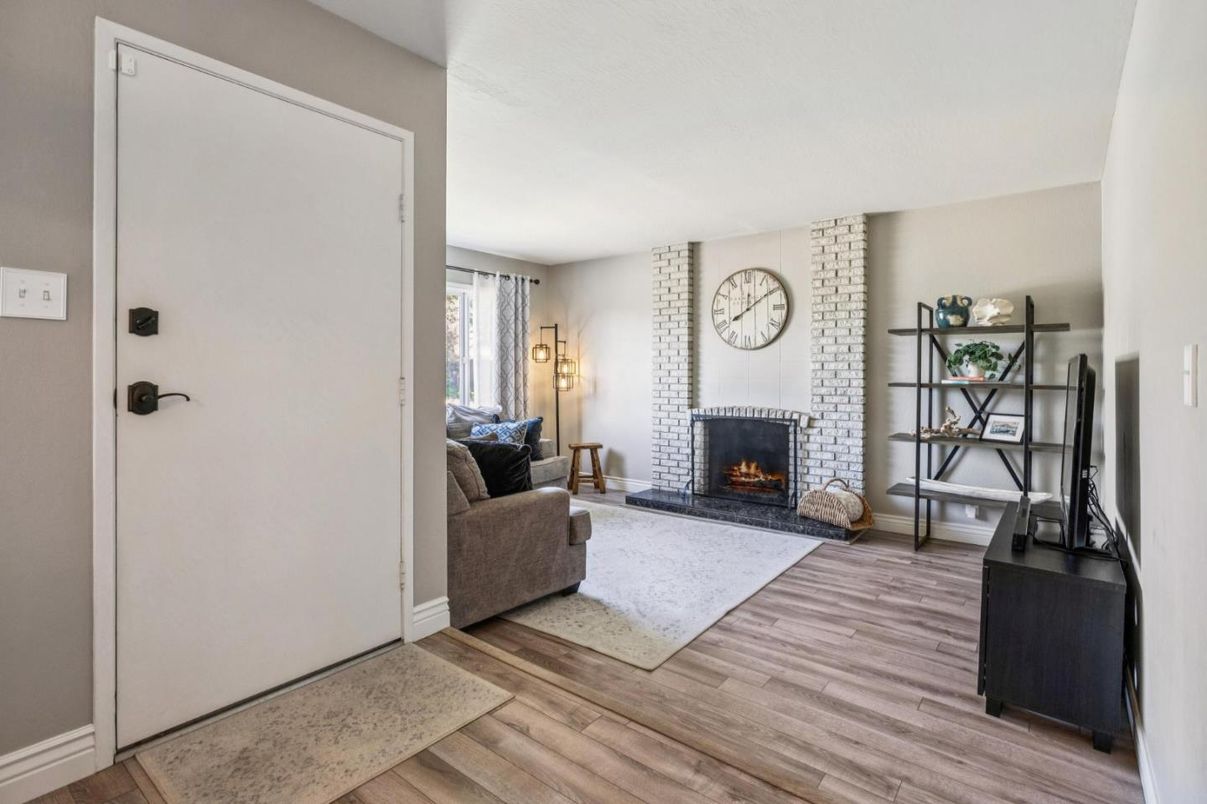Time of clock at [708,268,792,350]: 12:08
